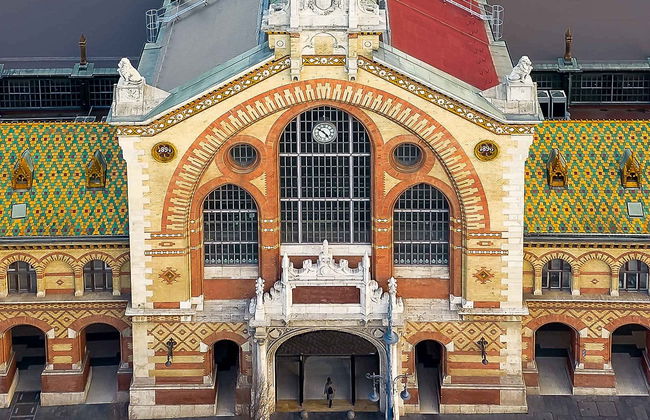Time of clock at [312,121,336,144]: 4:50
